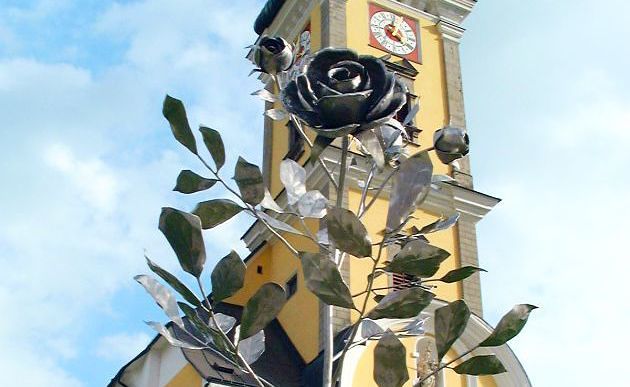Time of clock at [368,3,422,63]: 4:01
